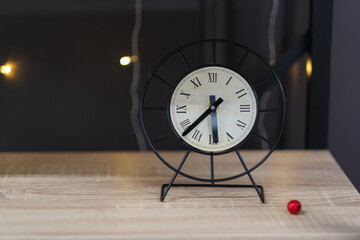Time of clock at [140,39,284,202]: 5:37
